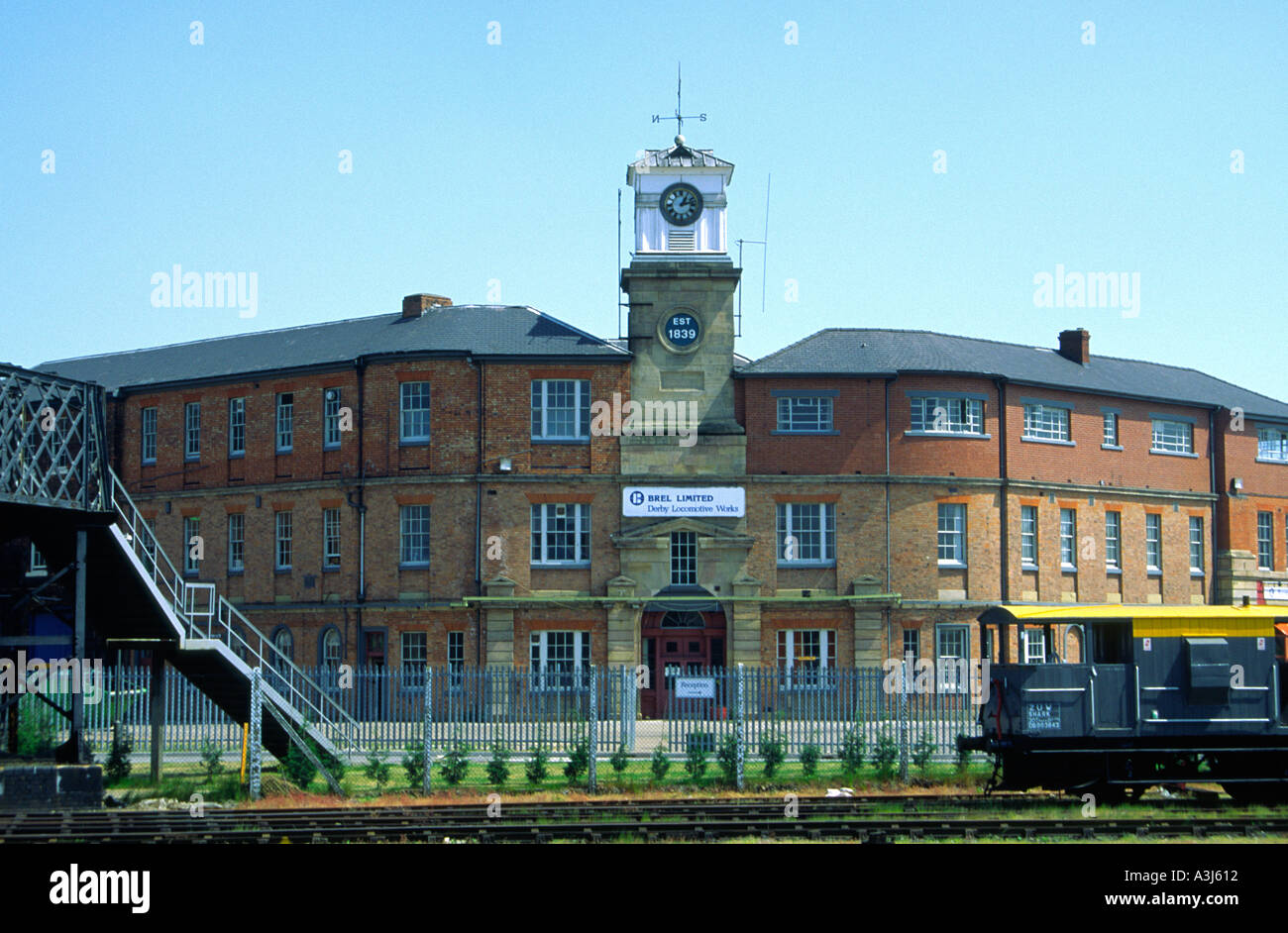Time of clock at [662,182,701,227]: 1:12
